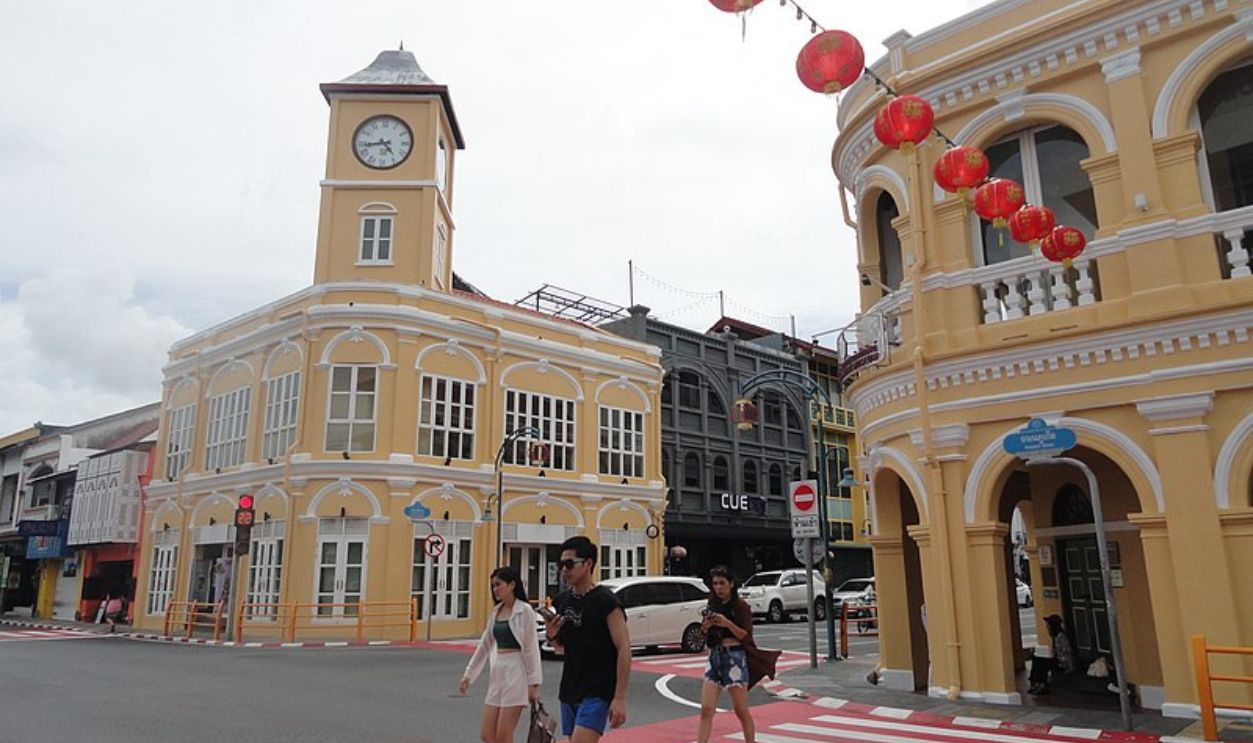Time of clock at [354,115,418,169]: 4:43
